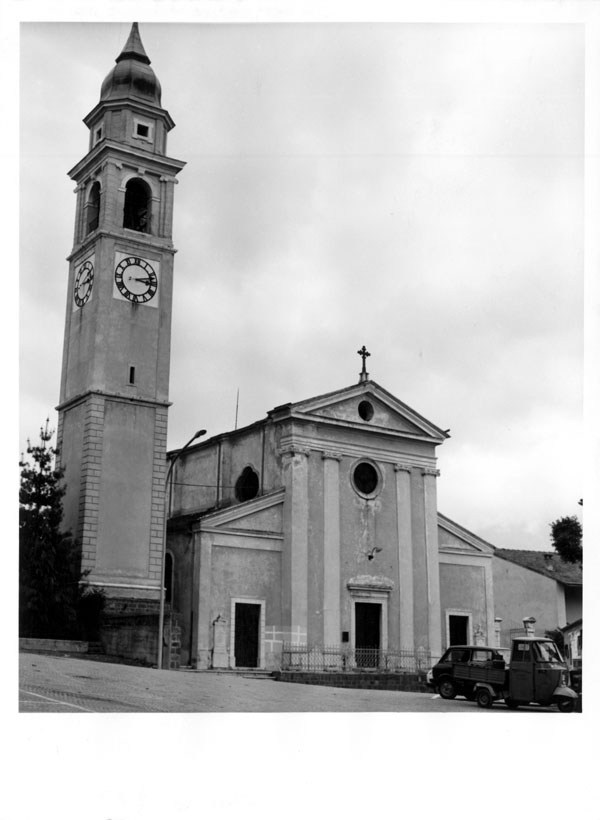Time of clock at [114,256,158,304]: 3:12
